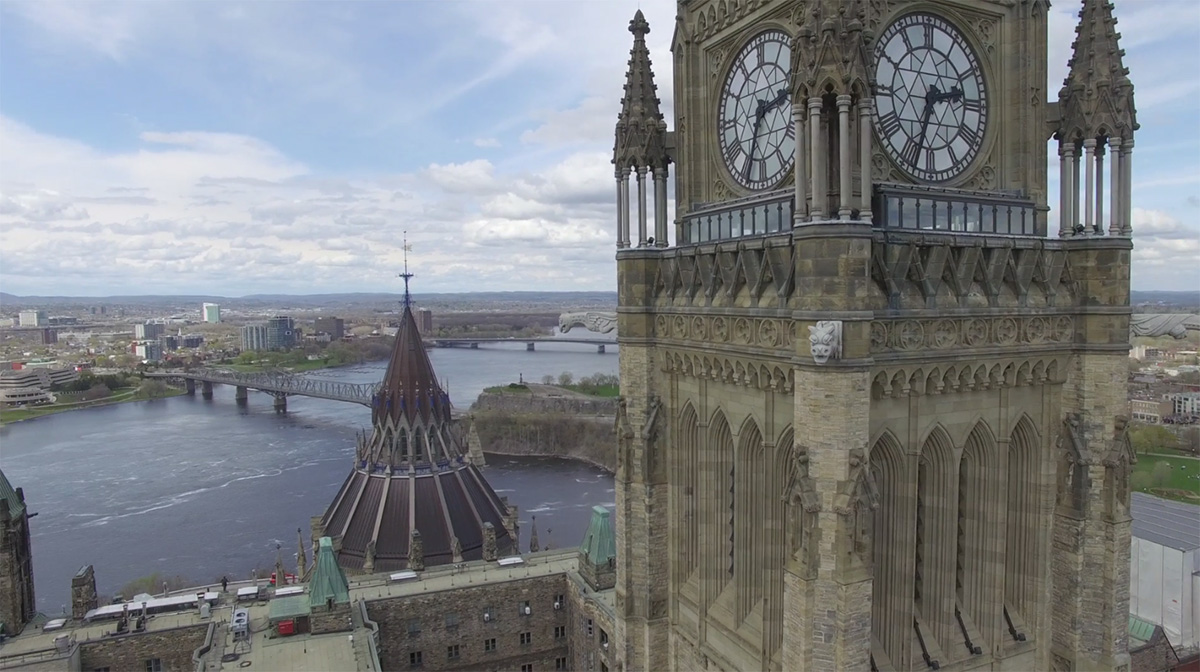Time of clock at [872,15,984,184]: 2:33
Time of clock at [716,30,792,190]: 2:33
